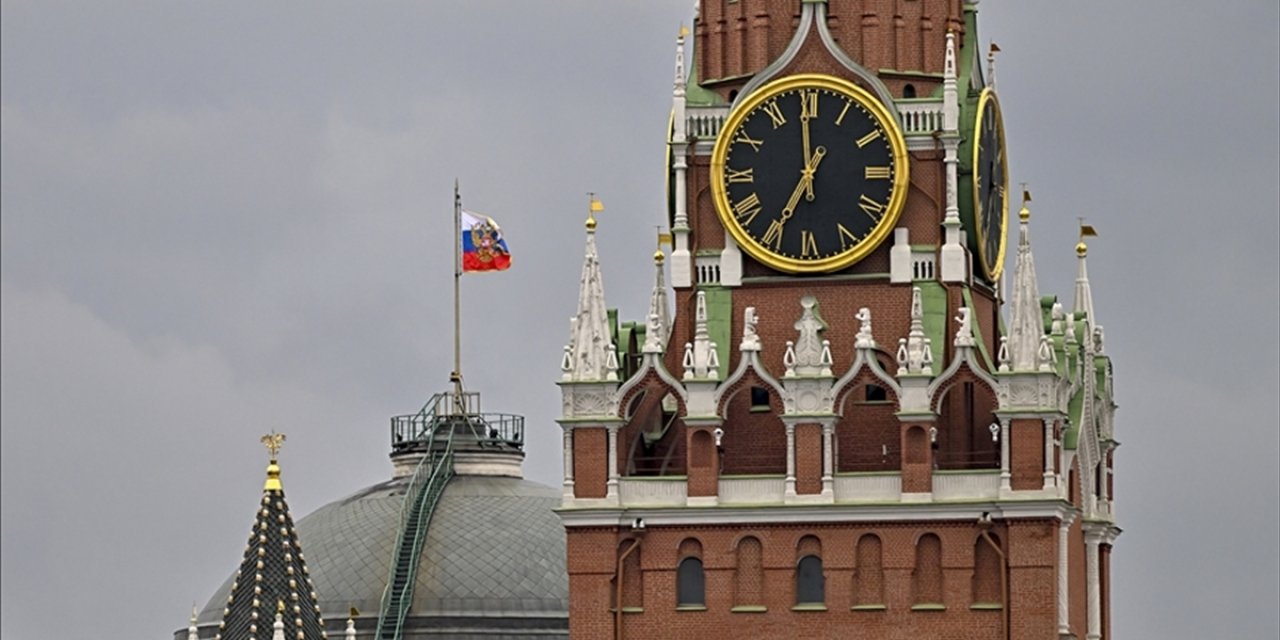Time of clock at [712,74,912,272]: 6:59
